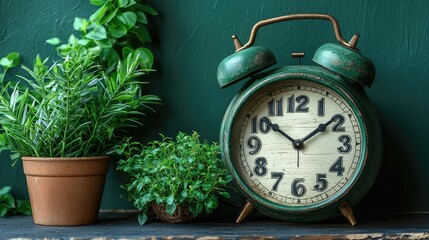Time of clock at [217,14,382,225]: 1:51
